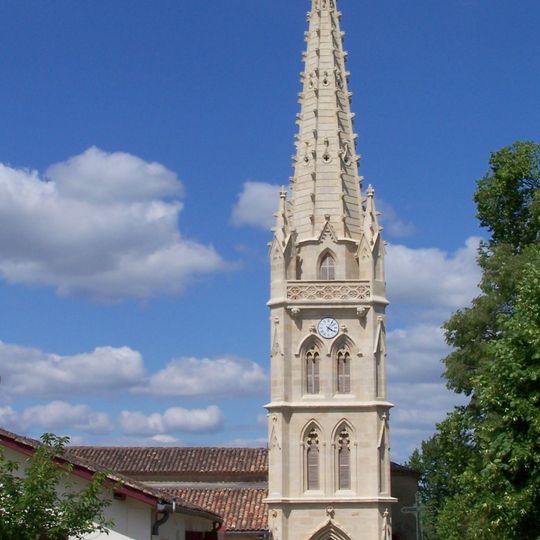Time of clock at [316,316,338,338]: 4:04
